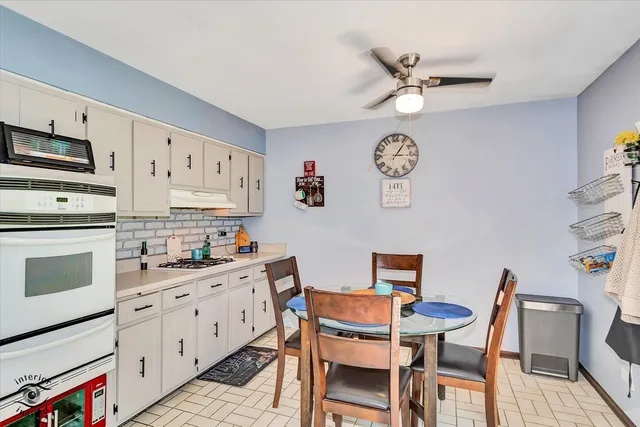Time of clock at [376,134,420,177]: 3:06
